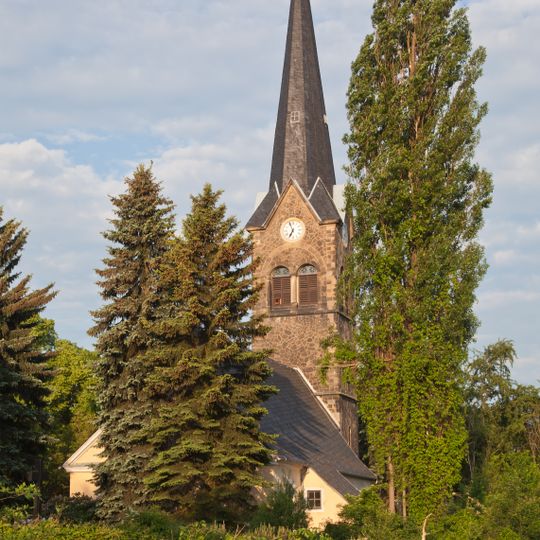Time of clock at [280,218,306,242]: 6:56
